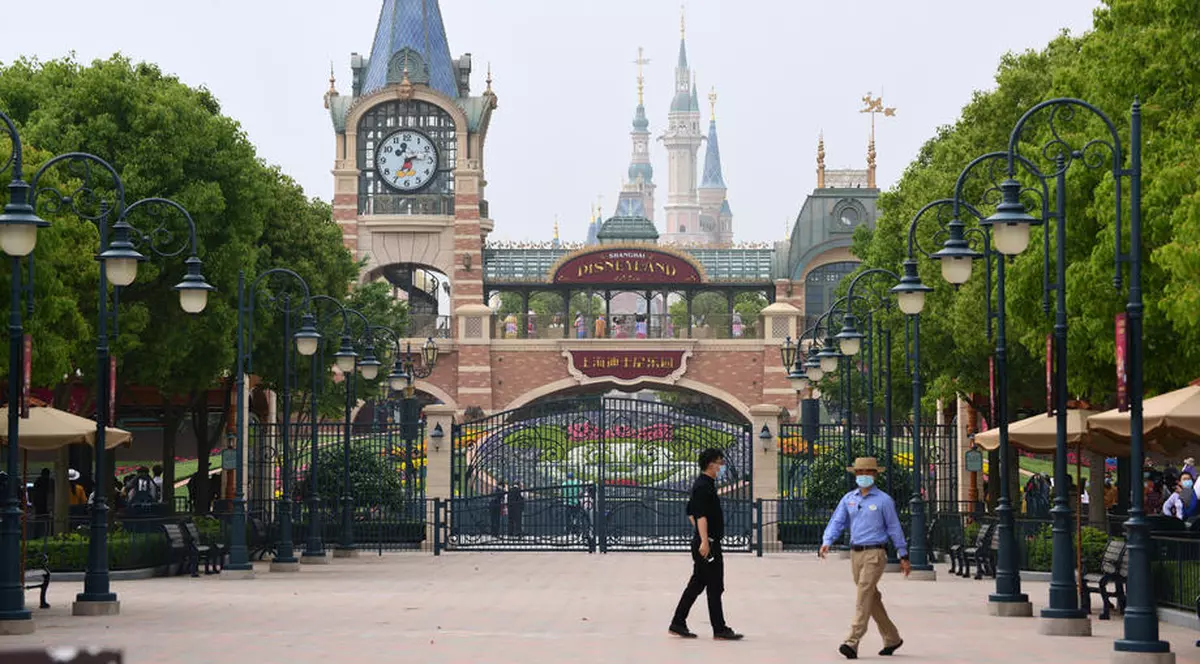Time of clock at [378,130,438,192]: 2:35
